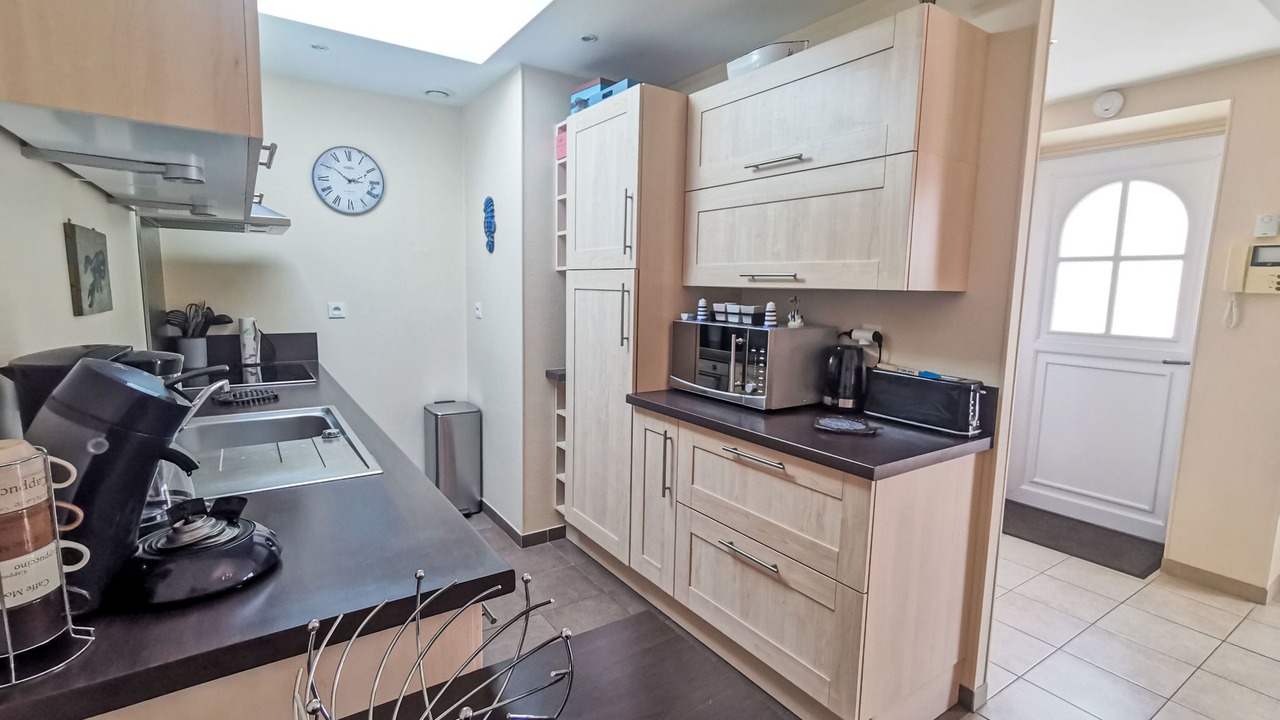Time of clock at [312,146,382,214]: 2:51
